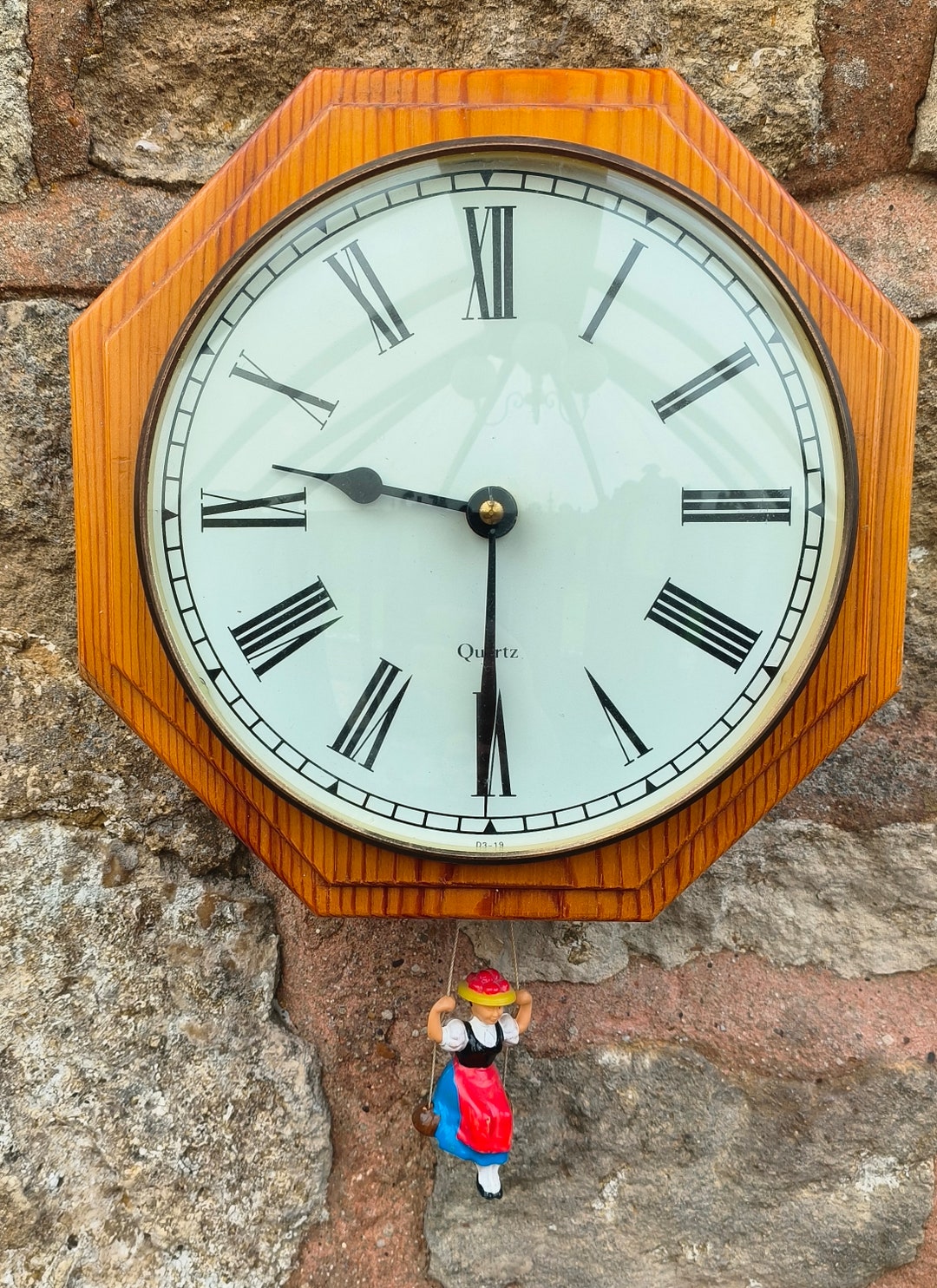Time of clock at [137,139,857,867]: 9:30
